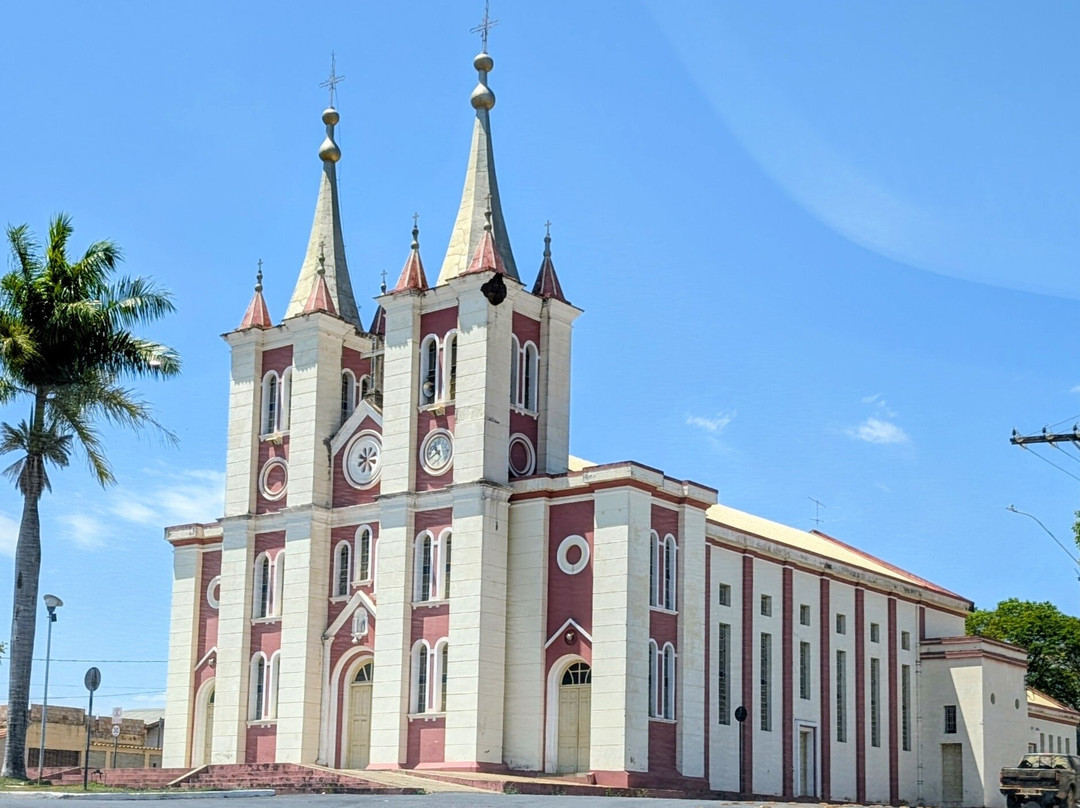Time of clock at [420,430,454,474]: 10:40
